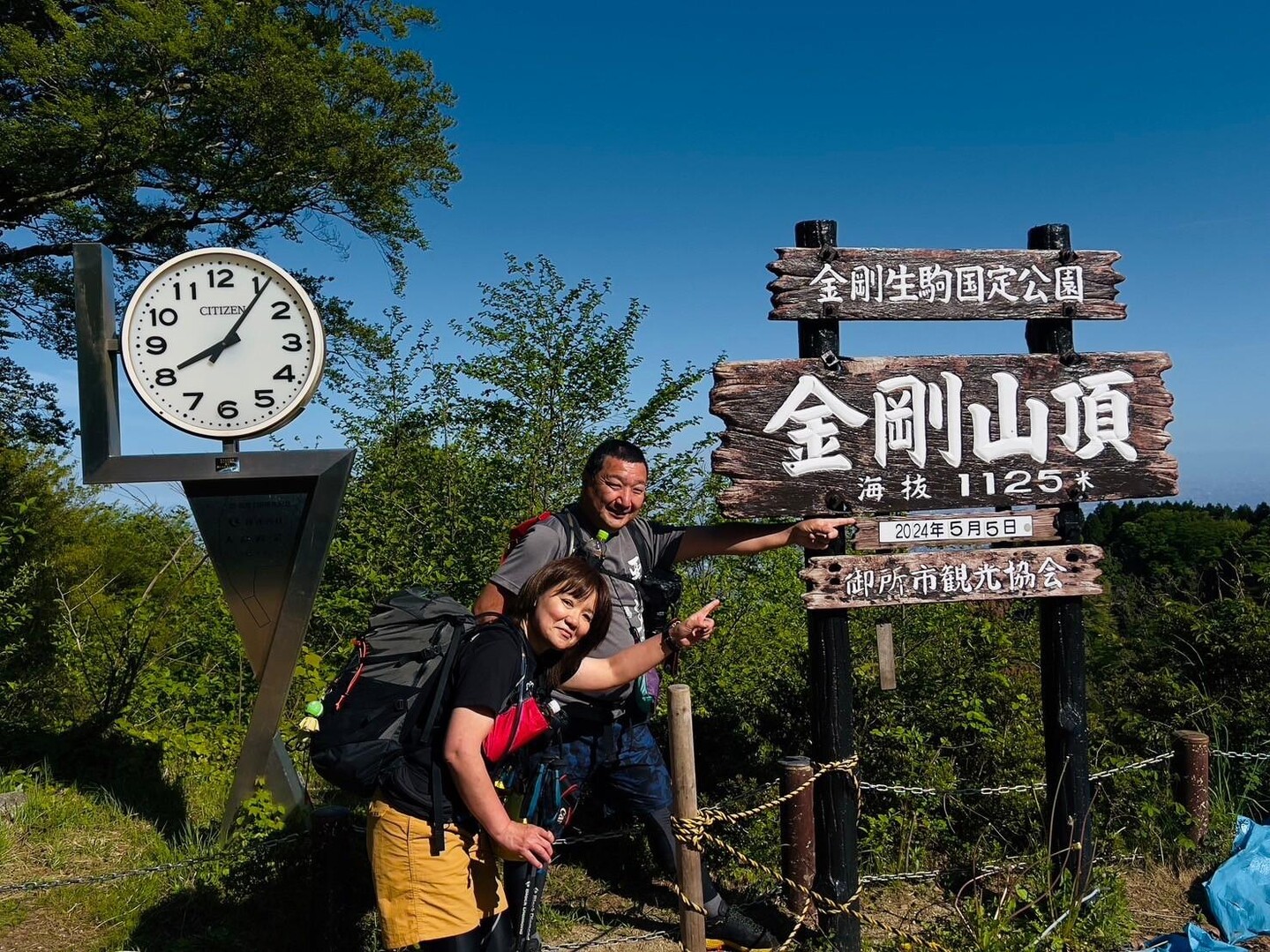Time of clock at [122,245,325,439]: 8:06
